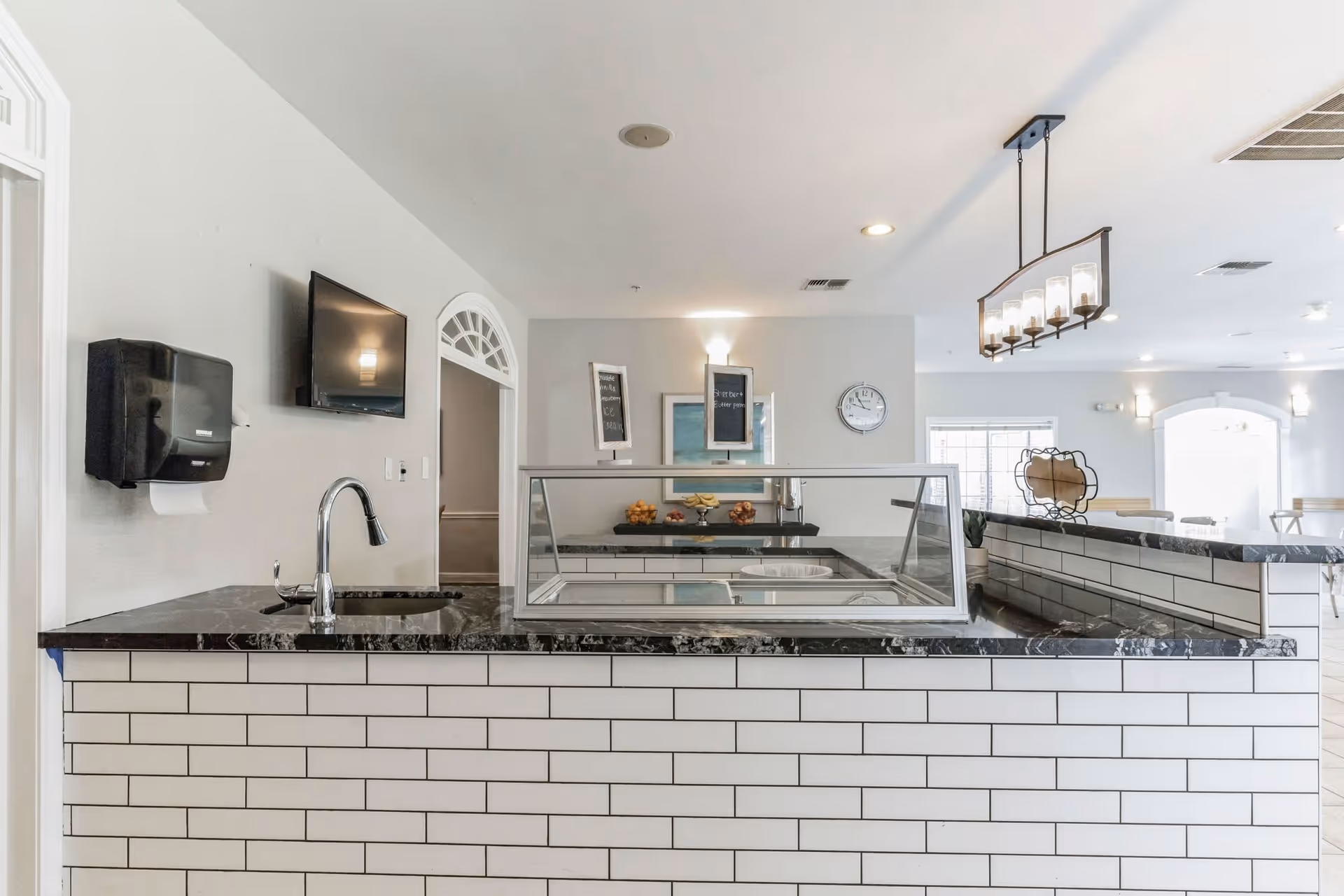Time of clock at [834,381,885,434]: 10:47
